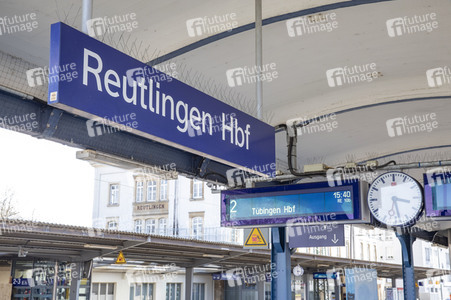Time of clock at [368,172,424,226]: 3:28
